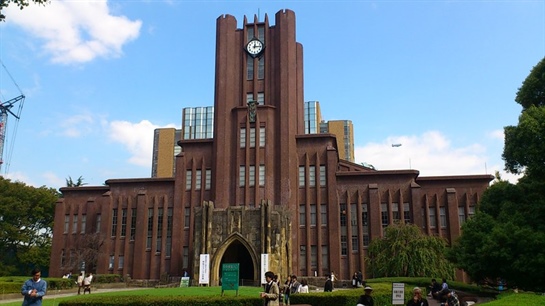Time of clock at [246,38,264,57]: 12:14
